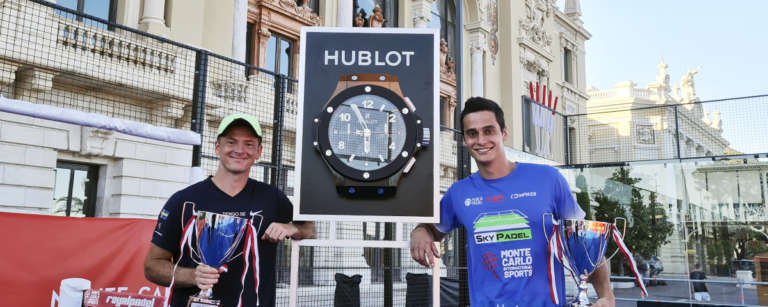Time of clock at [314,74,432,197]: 5:55
